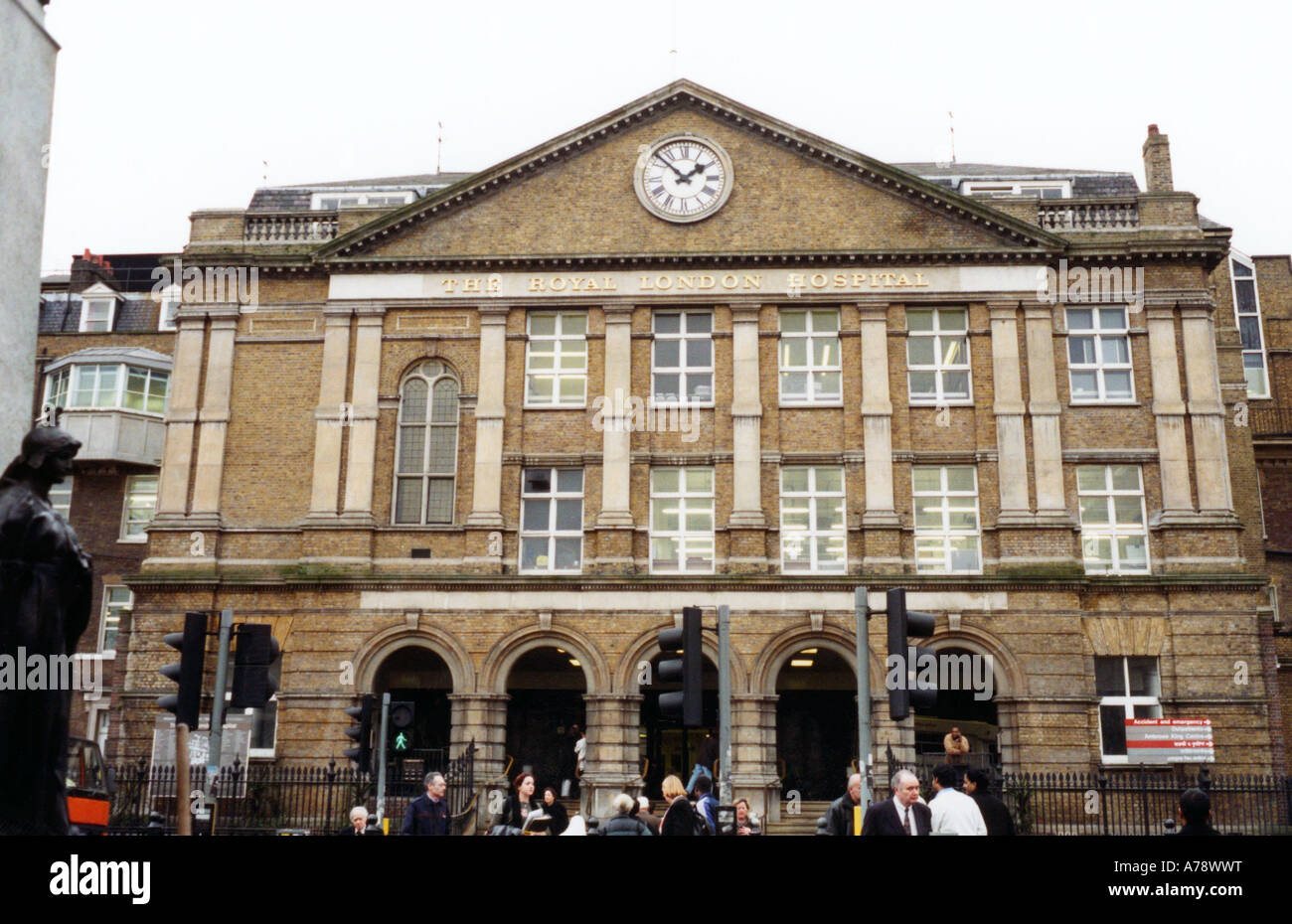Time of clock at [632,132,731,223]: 1:52
